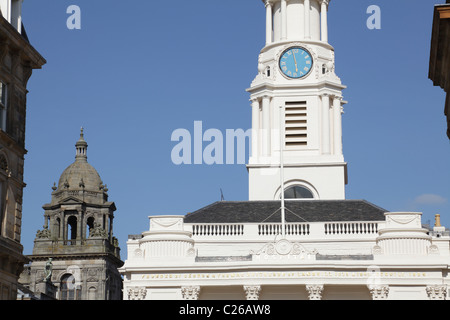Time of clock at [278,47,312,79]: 5:57
